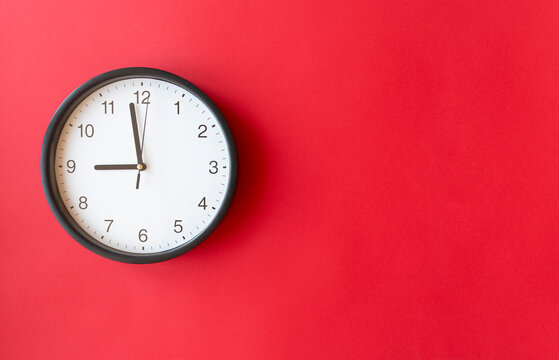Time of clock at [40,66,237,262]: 8:58
